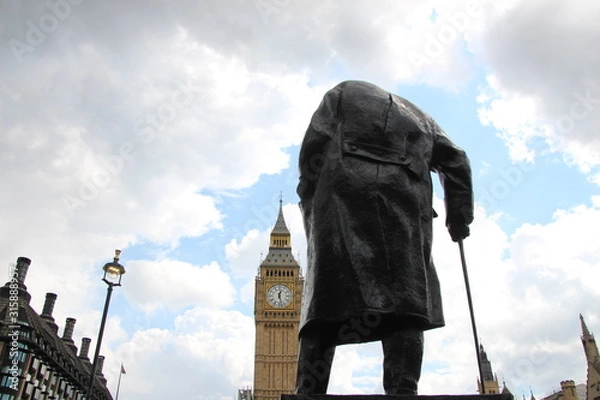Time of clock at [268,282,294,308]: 12:27
